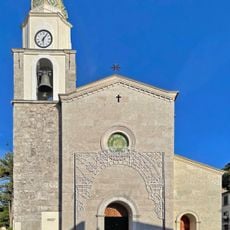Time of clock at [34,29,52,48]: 6:06
